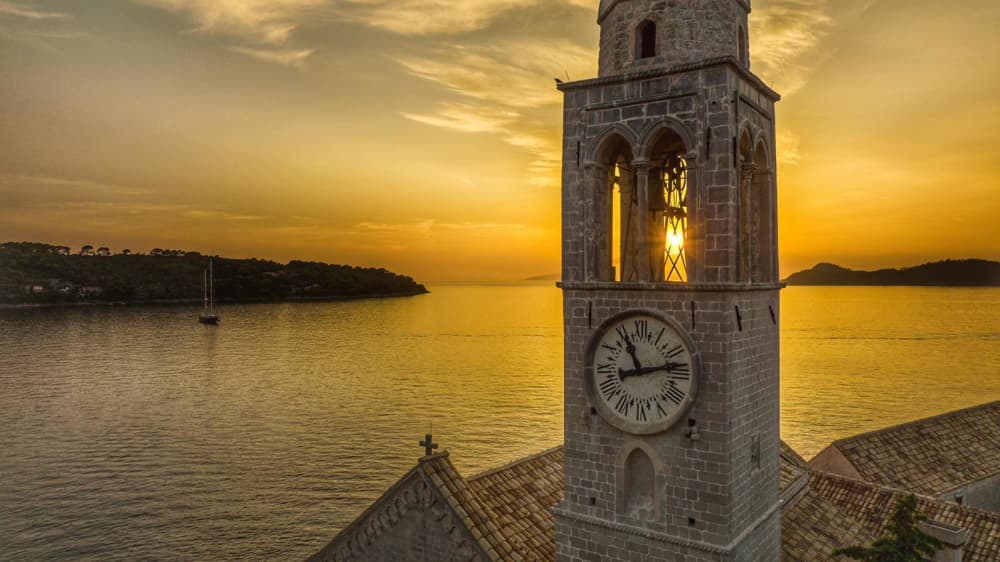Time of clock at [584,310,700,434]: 11:12
